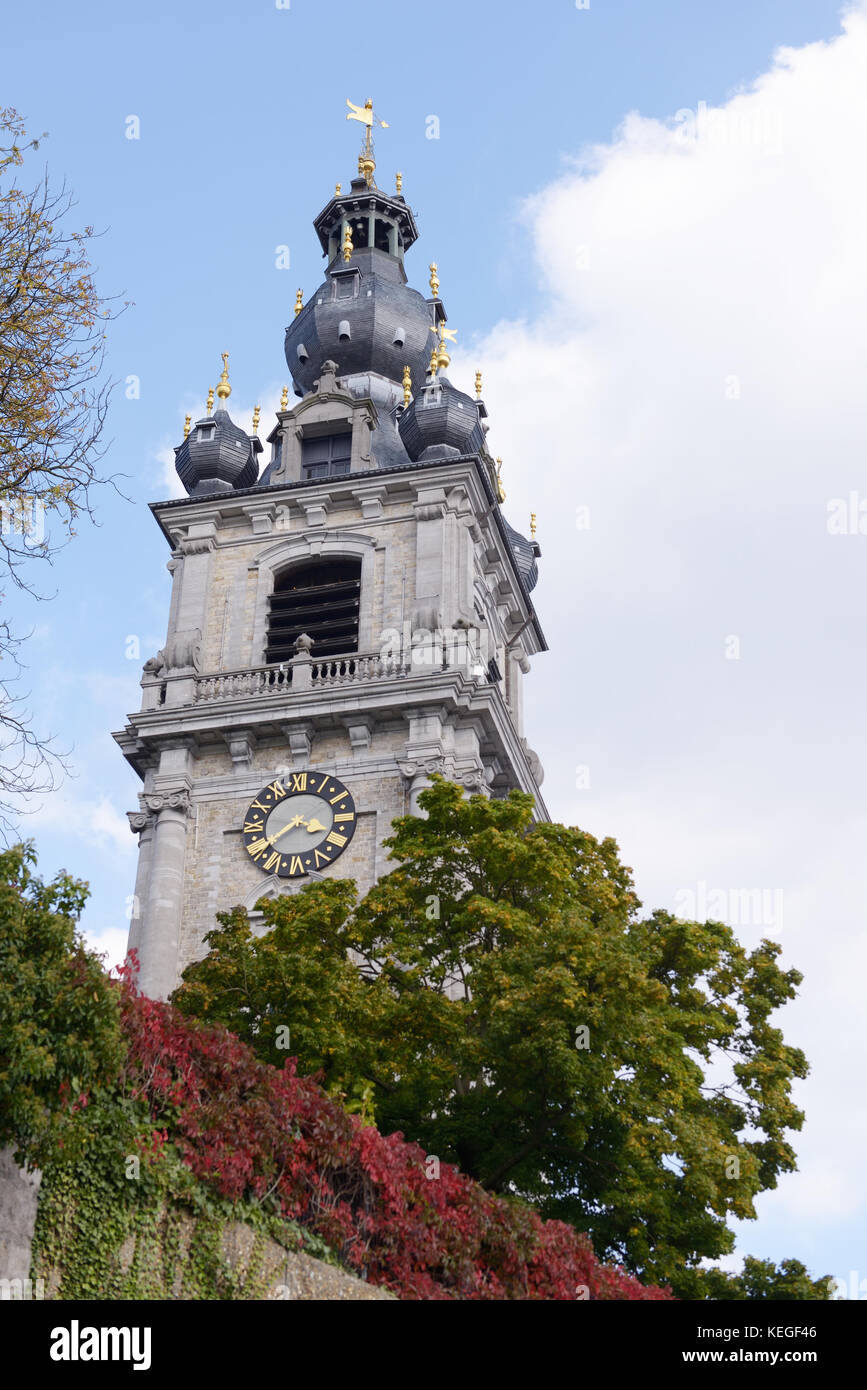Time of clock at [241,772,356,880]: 3:39
